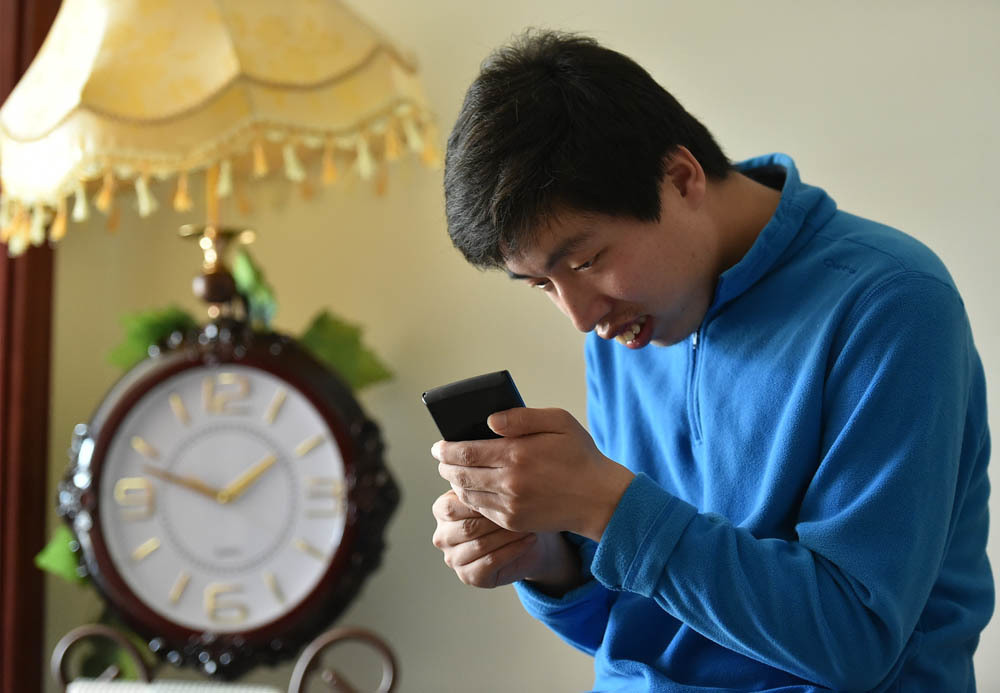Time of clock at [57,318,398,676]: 1:47
